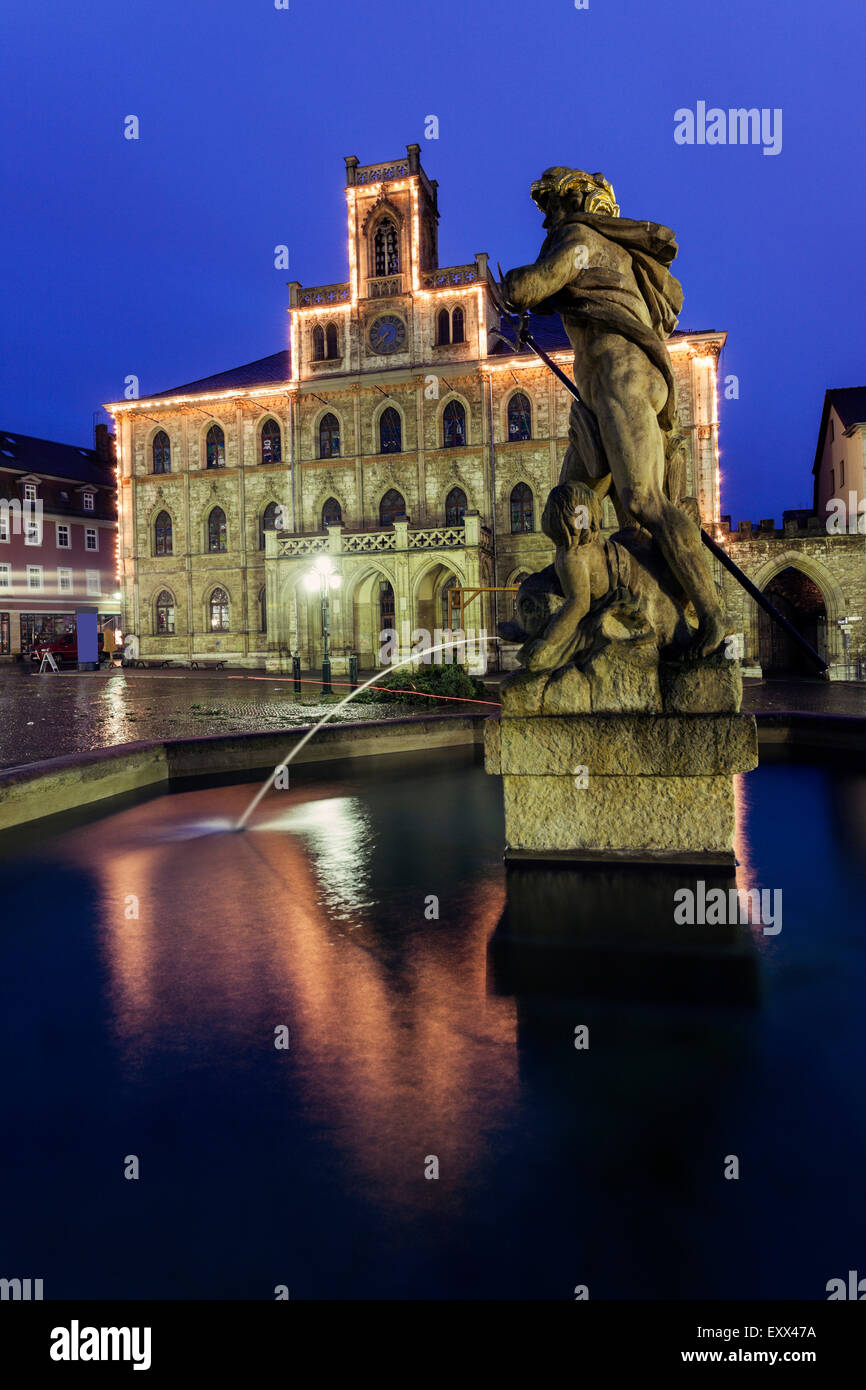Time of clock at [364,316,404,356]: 7:36
